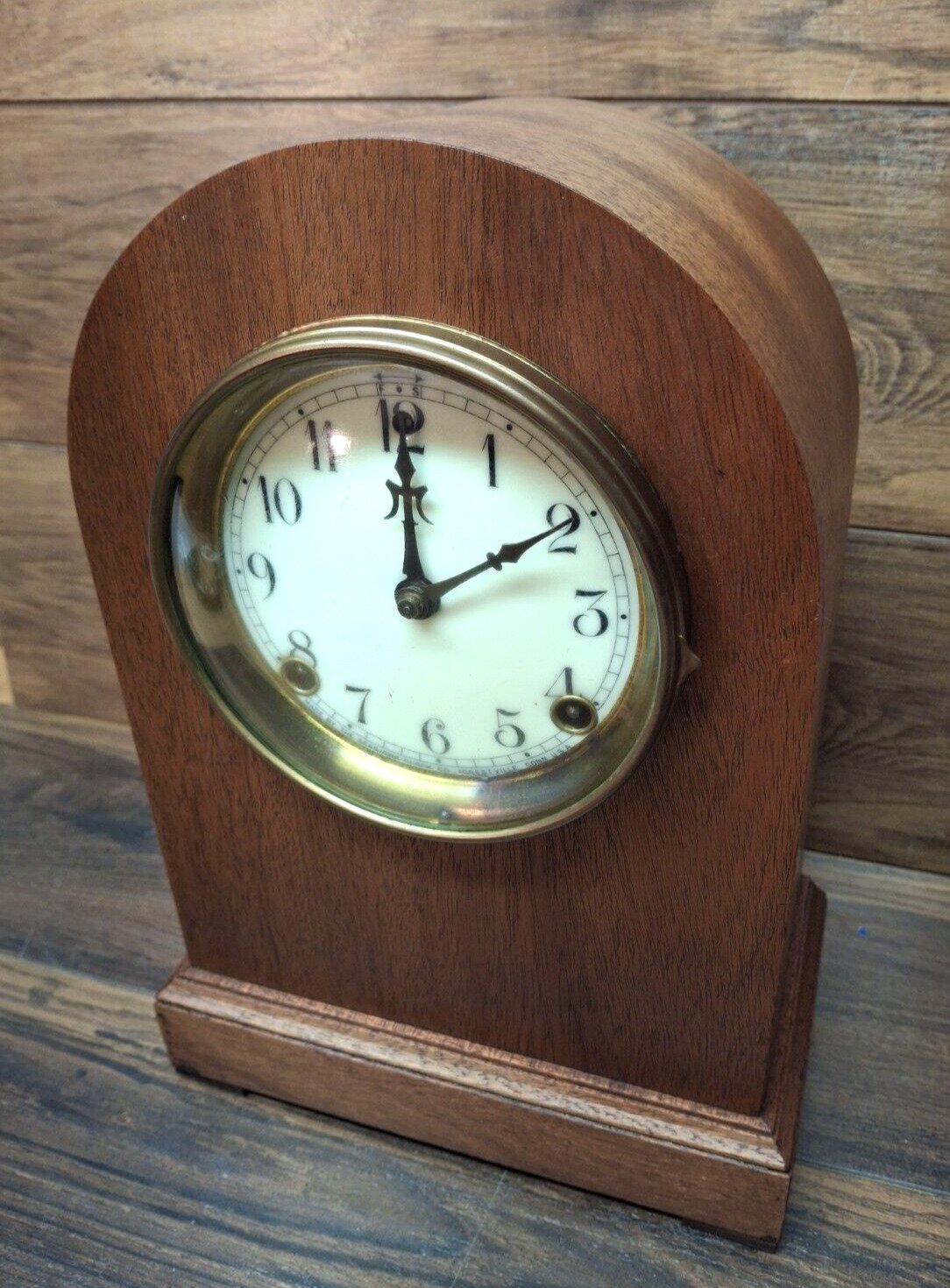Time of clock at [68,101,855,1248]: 2:00
